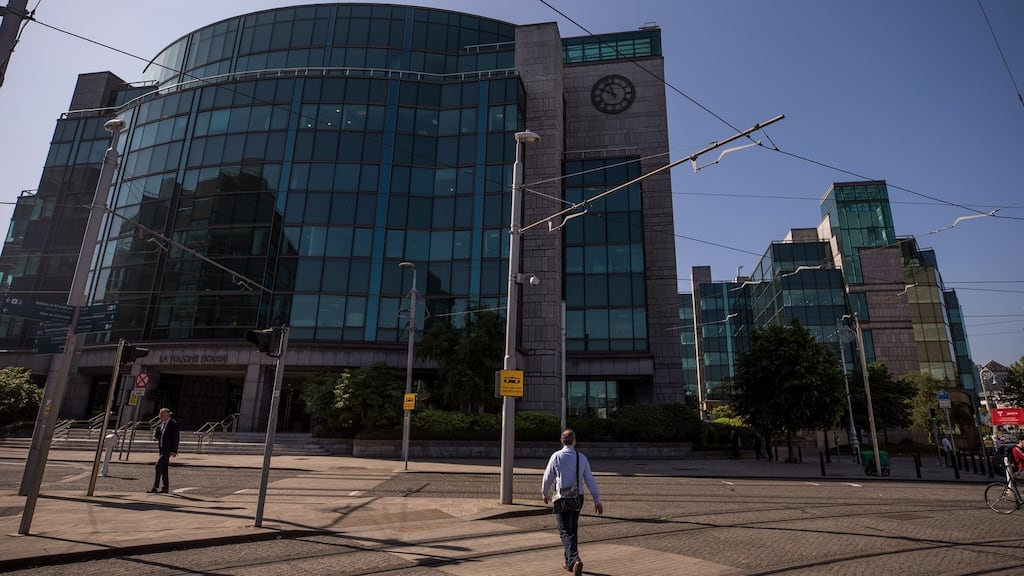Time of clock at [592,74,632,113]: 9:56
